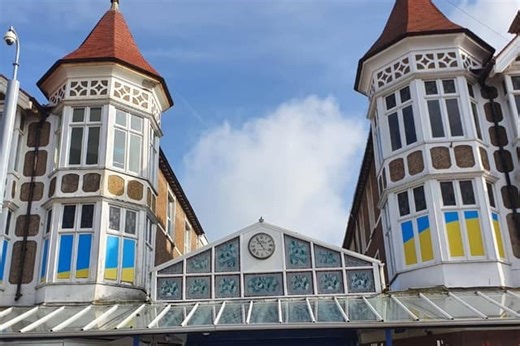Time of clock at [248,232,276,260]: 4:54
